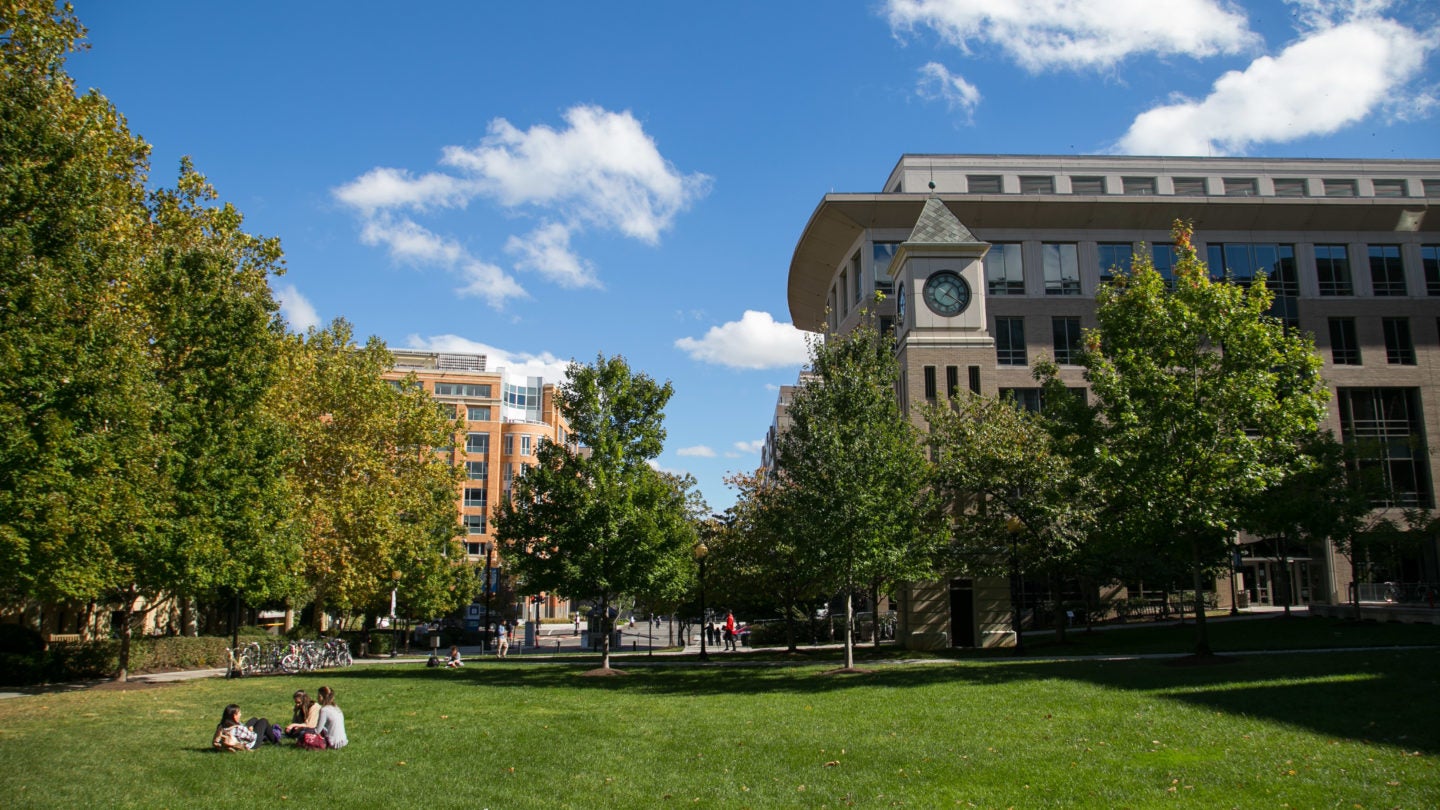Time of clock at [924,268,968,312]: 1:20
